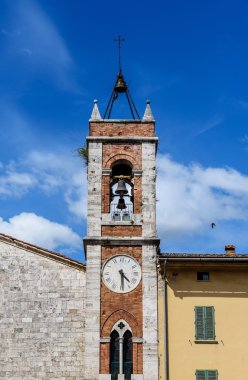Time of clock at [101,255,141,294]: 4:29
